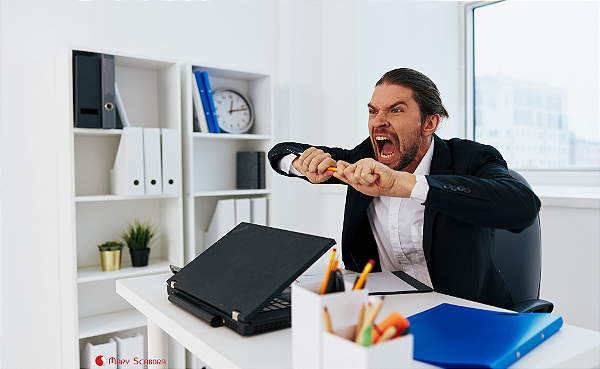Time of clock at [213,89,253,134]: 12:12
